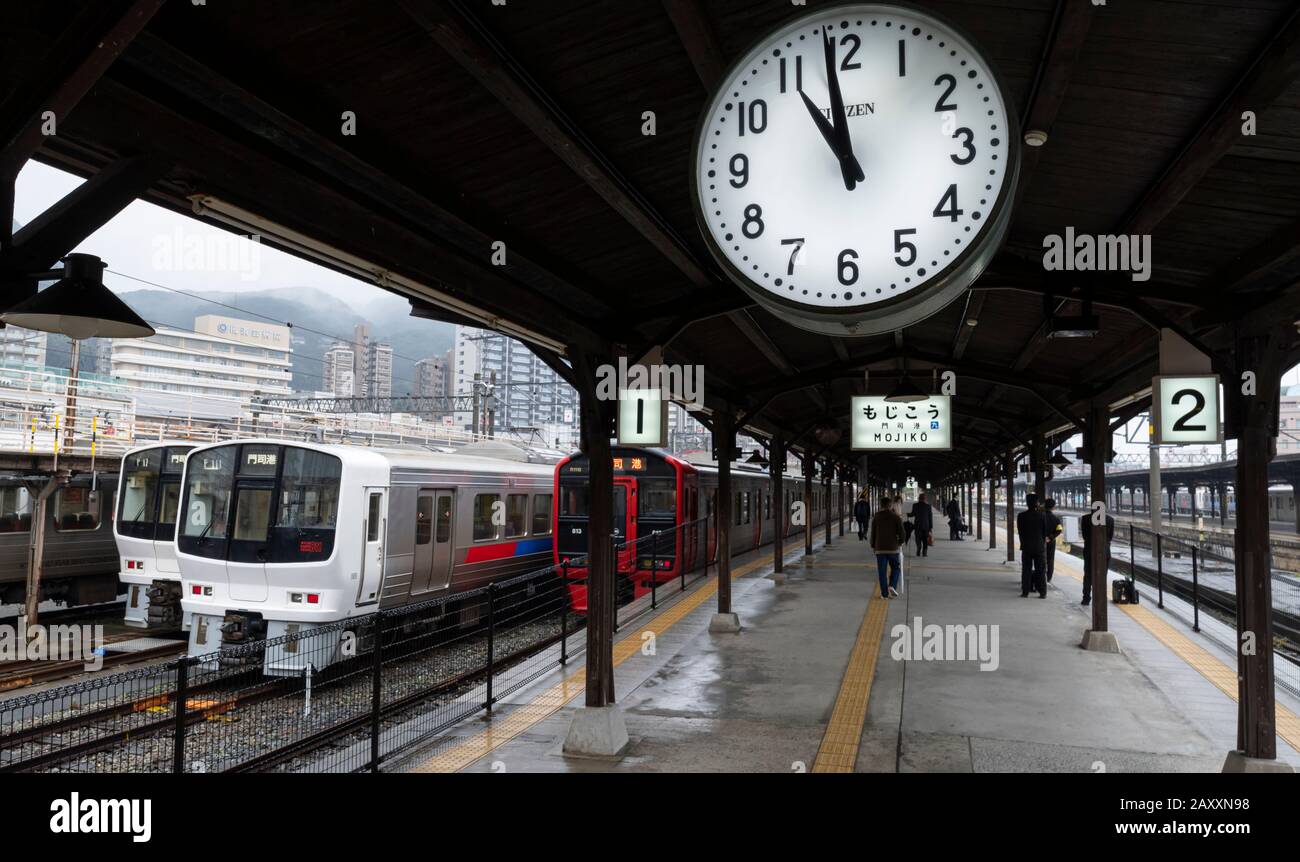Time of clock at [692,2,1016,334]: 10:58
